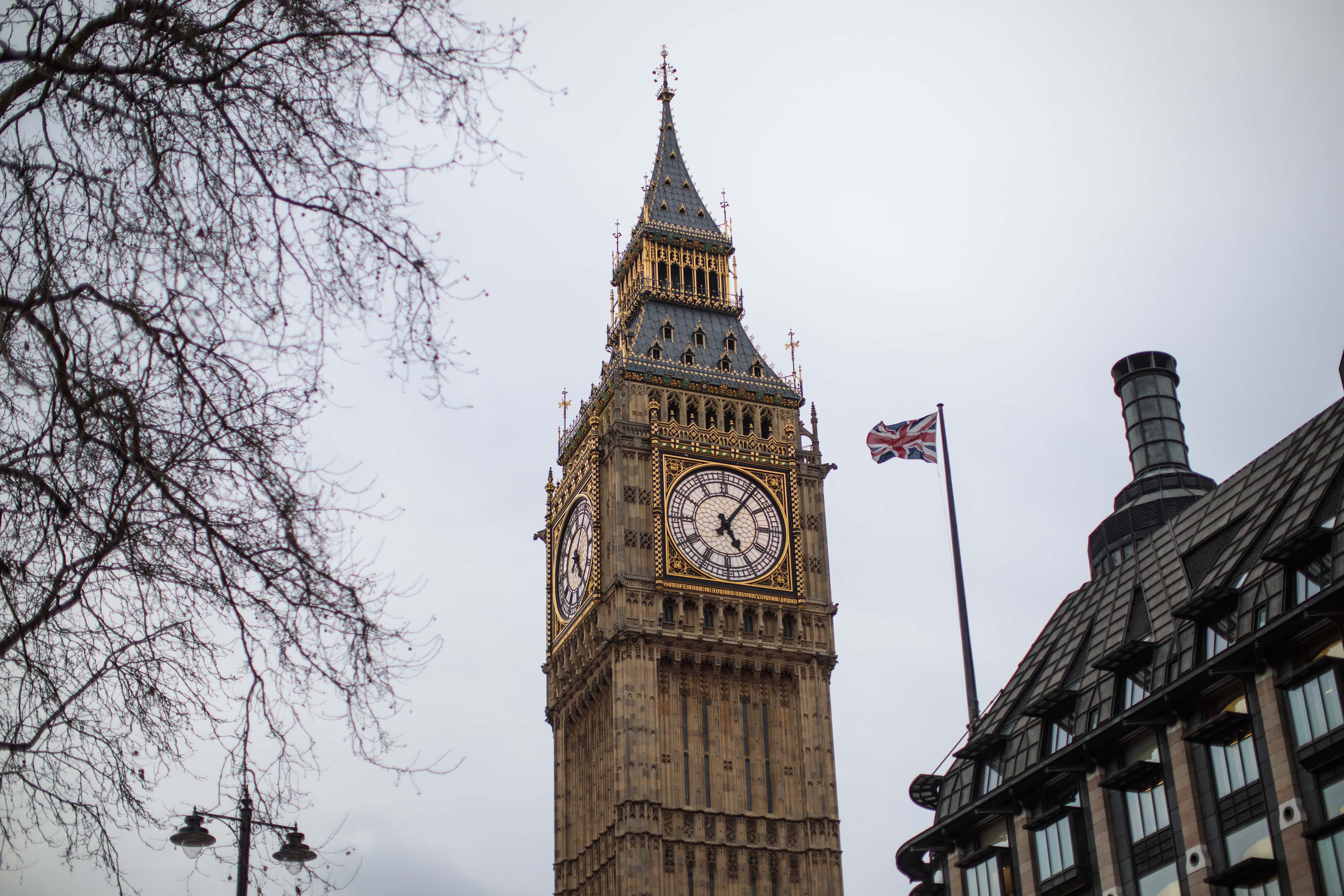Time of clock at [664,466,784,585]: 5:06
